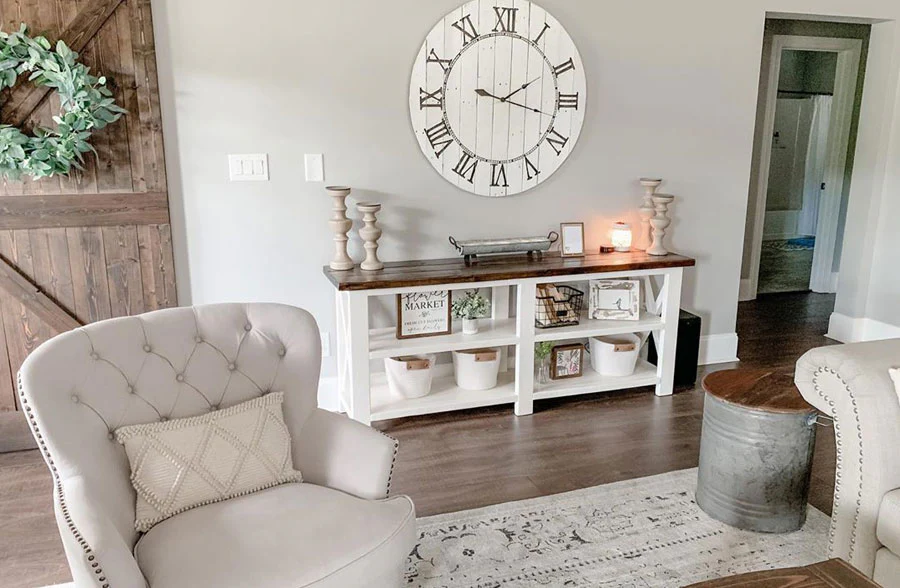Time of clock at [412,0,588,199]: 2:17
